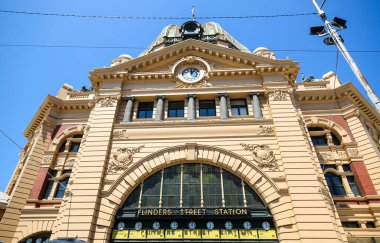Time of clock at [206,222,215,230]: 12:32
